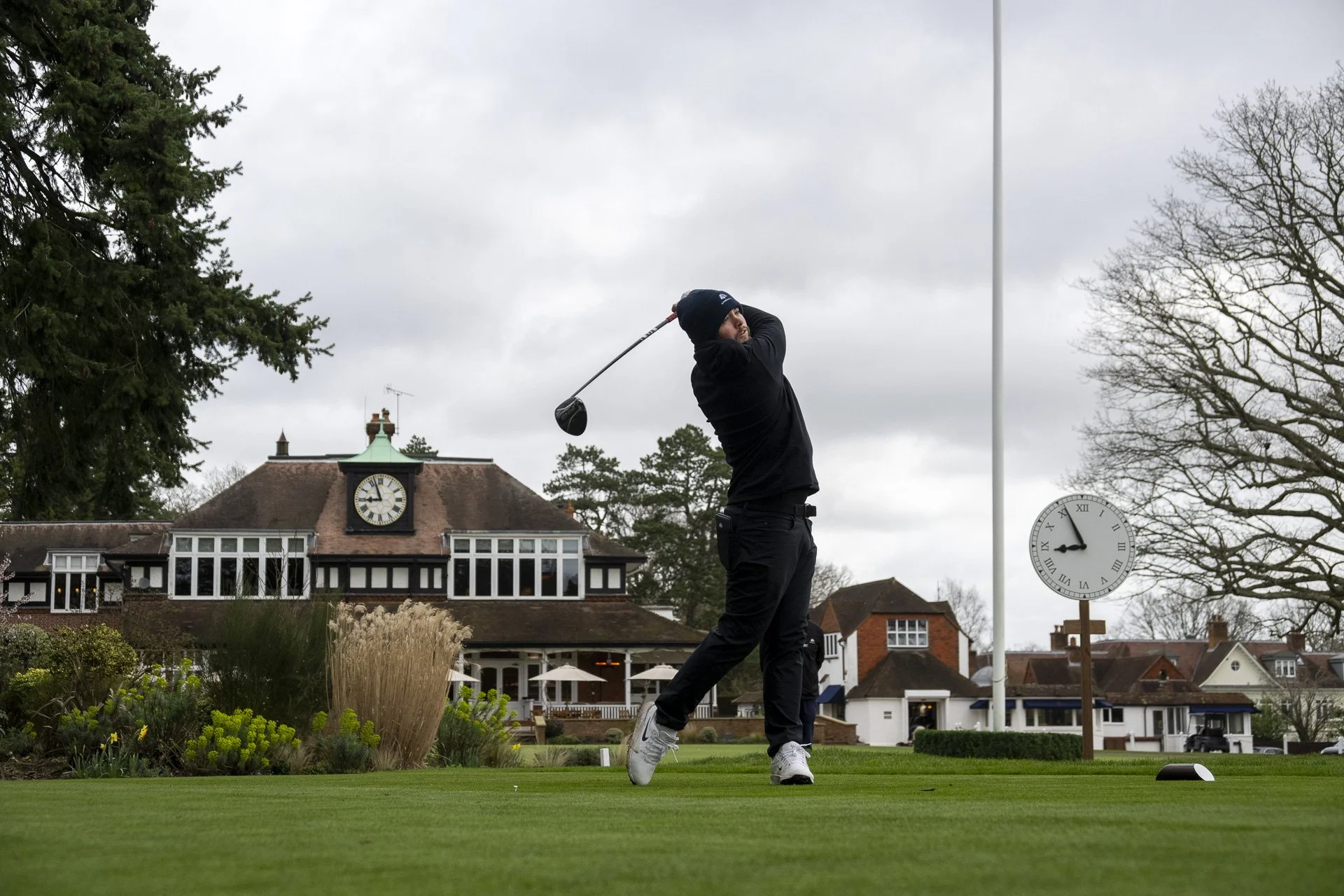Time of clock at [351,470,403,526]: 8:56
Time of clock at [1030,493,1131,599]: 8:55
